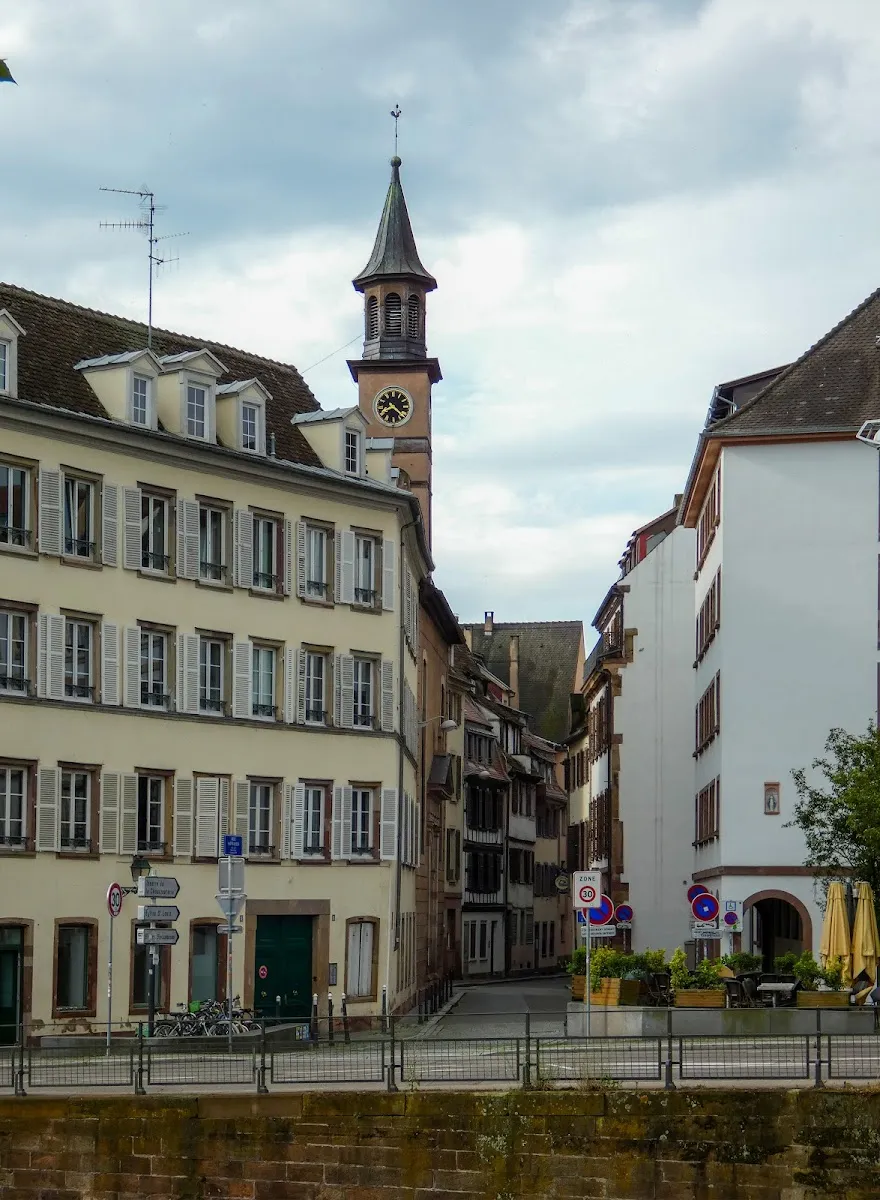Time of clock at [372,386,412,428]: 8:21
